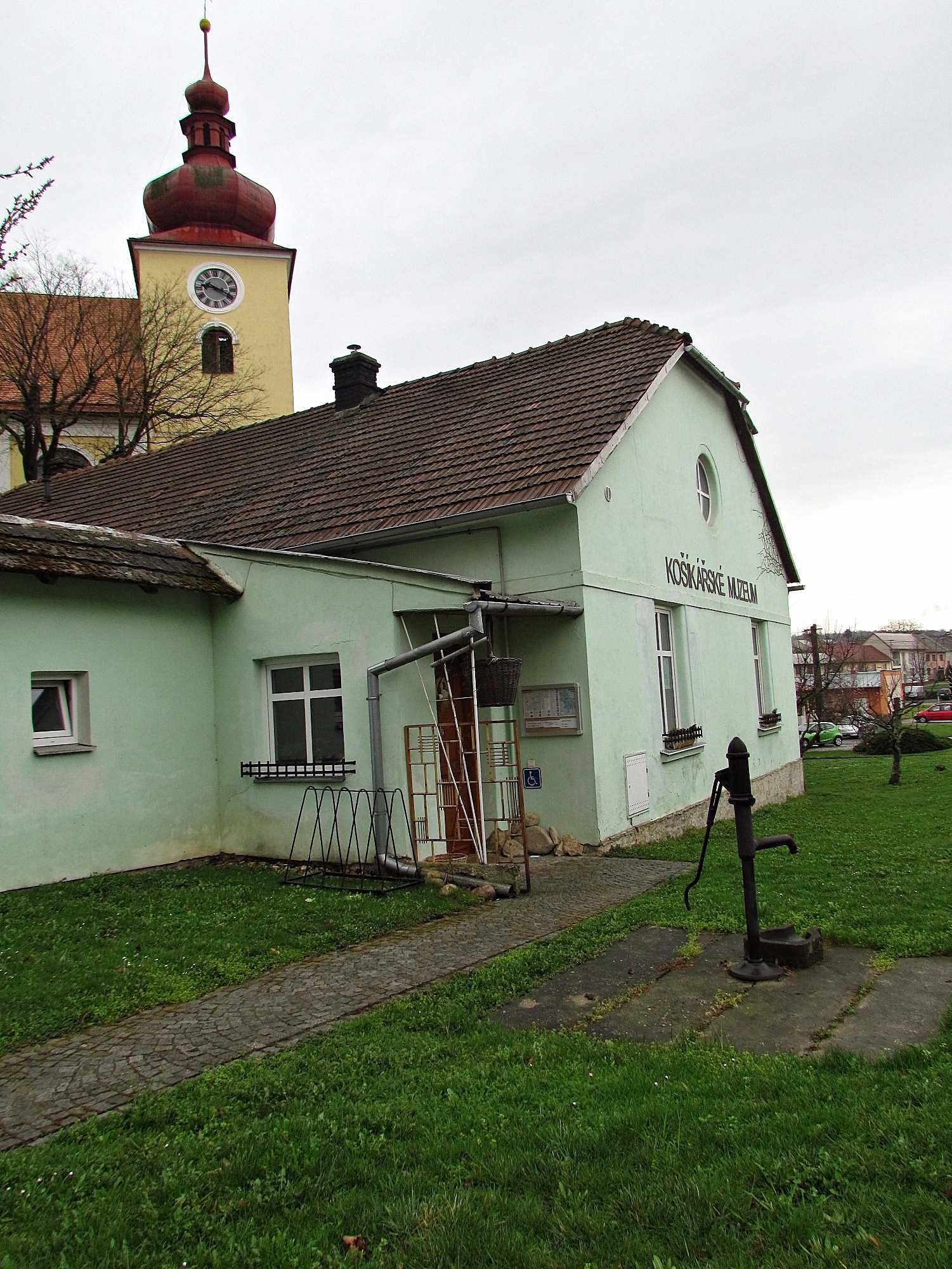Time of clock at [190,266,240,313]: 9:19
